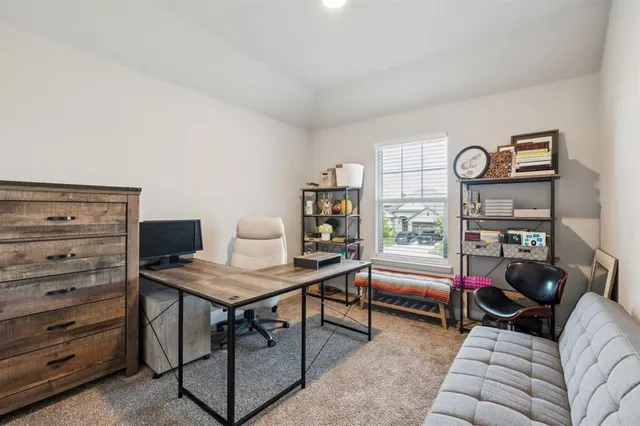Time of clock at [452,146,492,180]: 8:09
